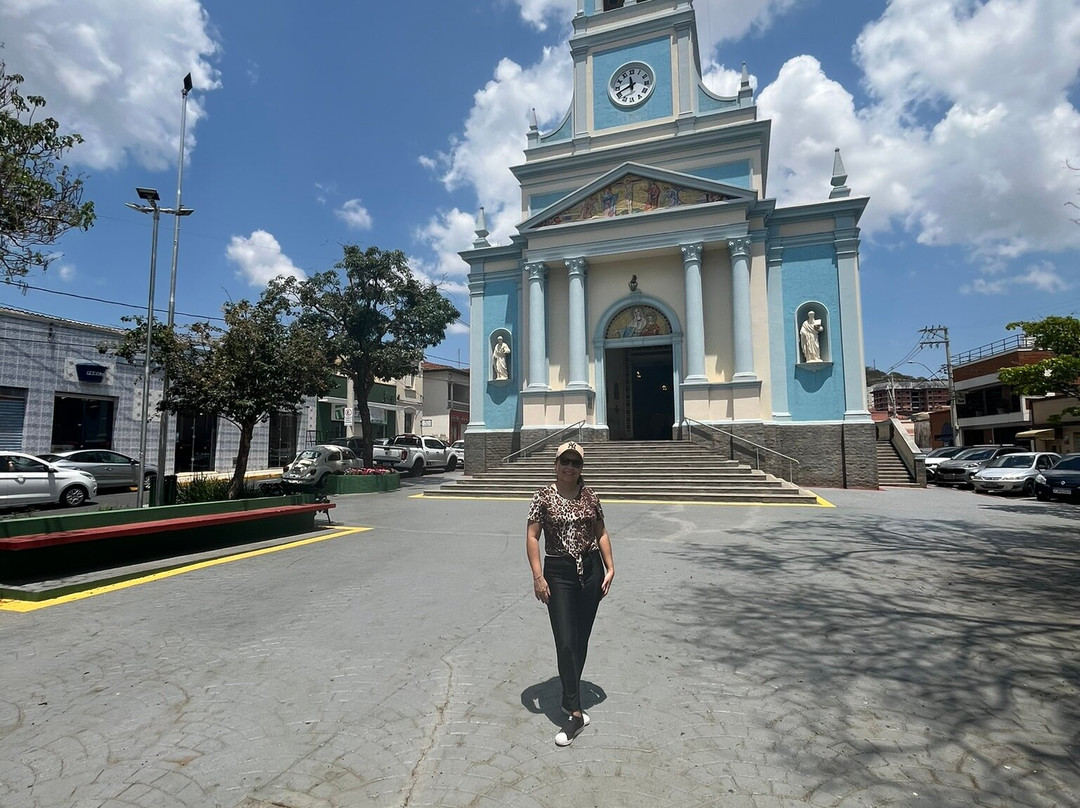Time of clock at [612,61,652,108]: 11:41
